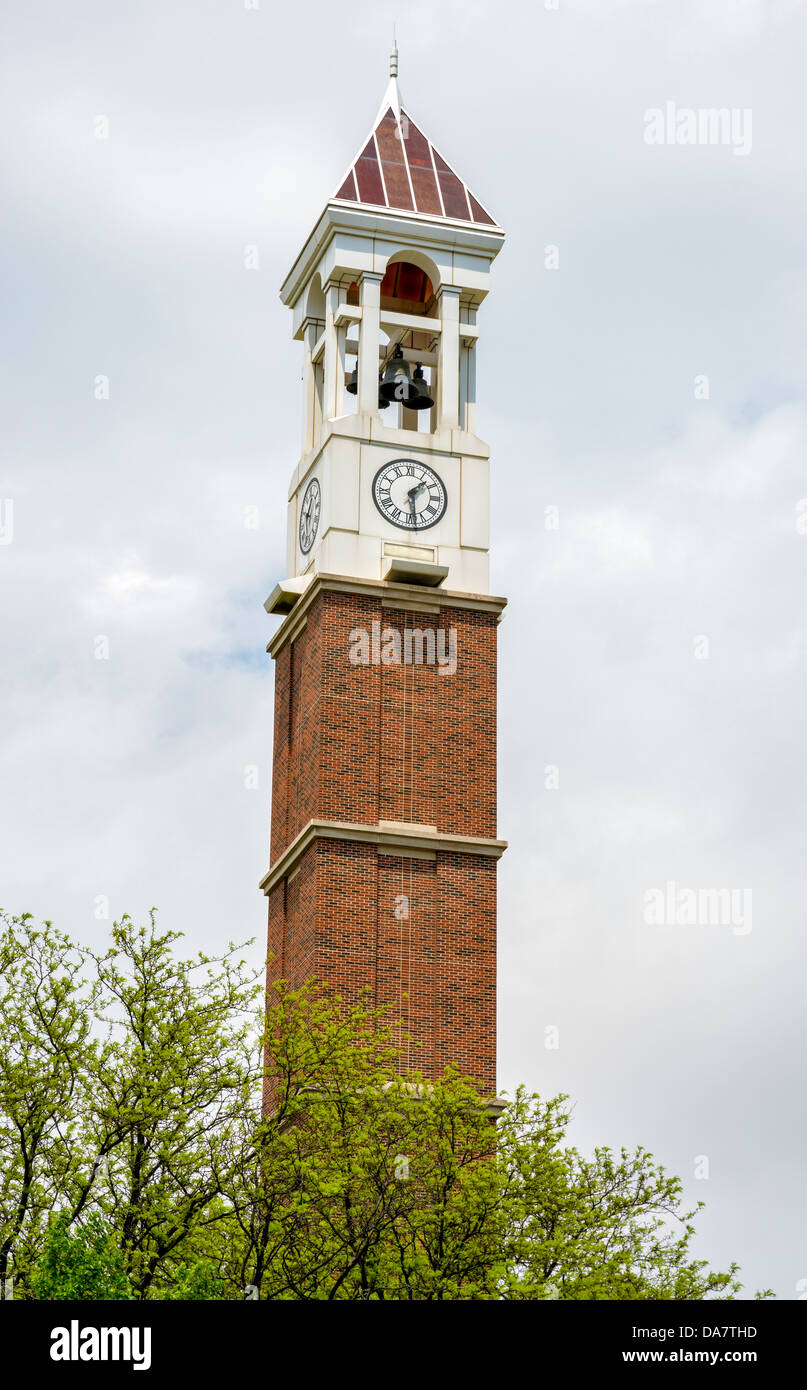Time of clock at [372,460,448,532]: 1:28
